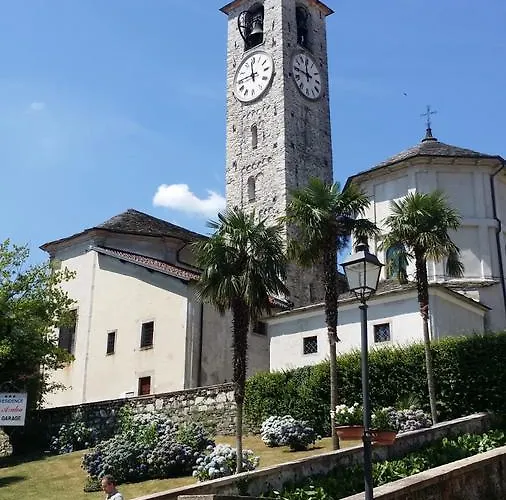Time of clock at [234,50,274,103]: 11:45
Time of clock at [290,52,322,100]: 11:45
